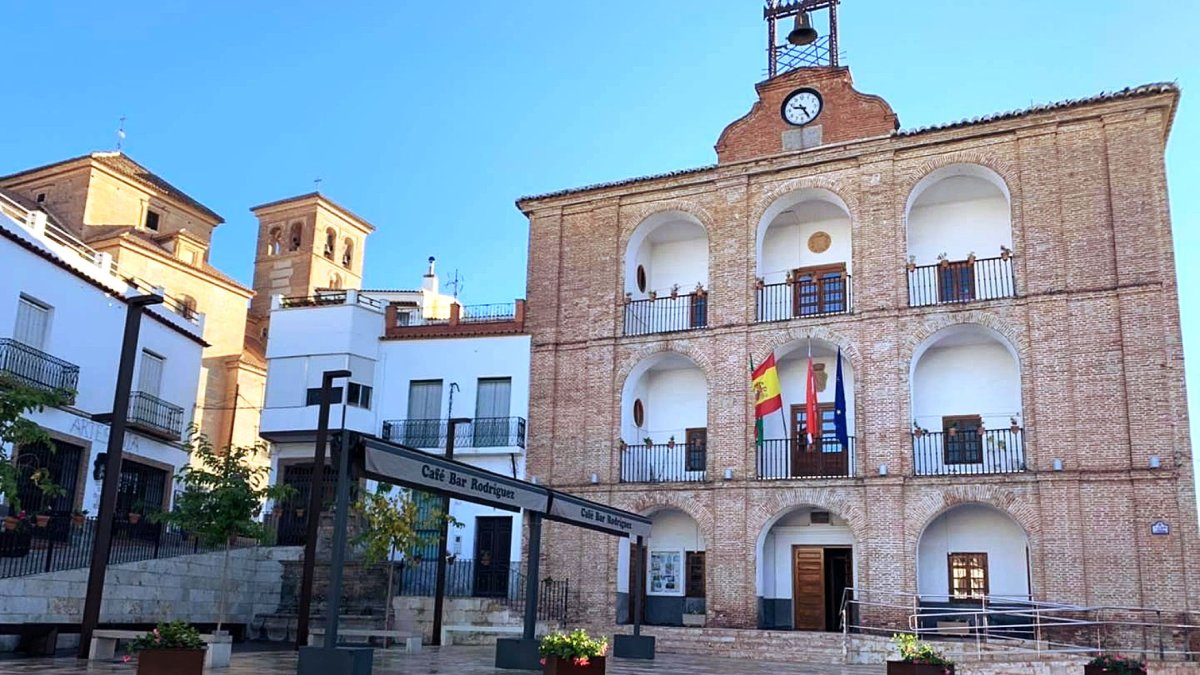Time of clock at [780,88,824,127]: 9:24
